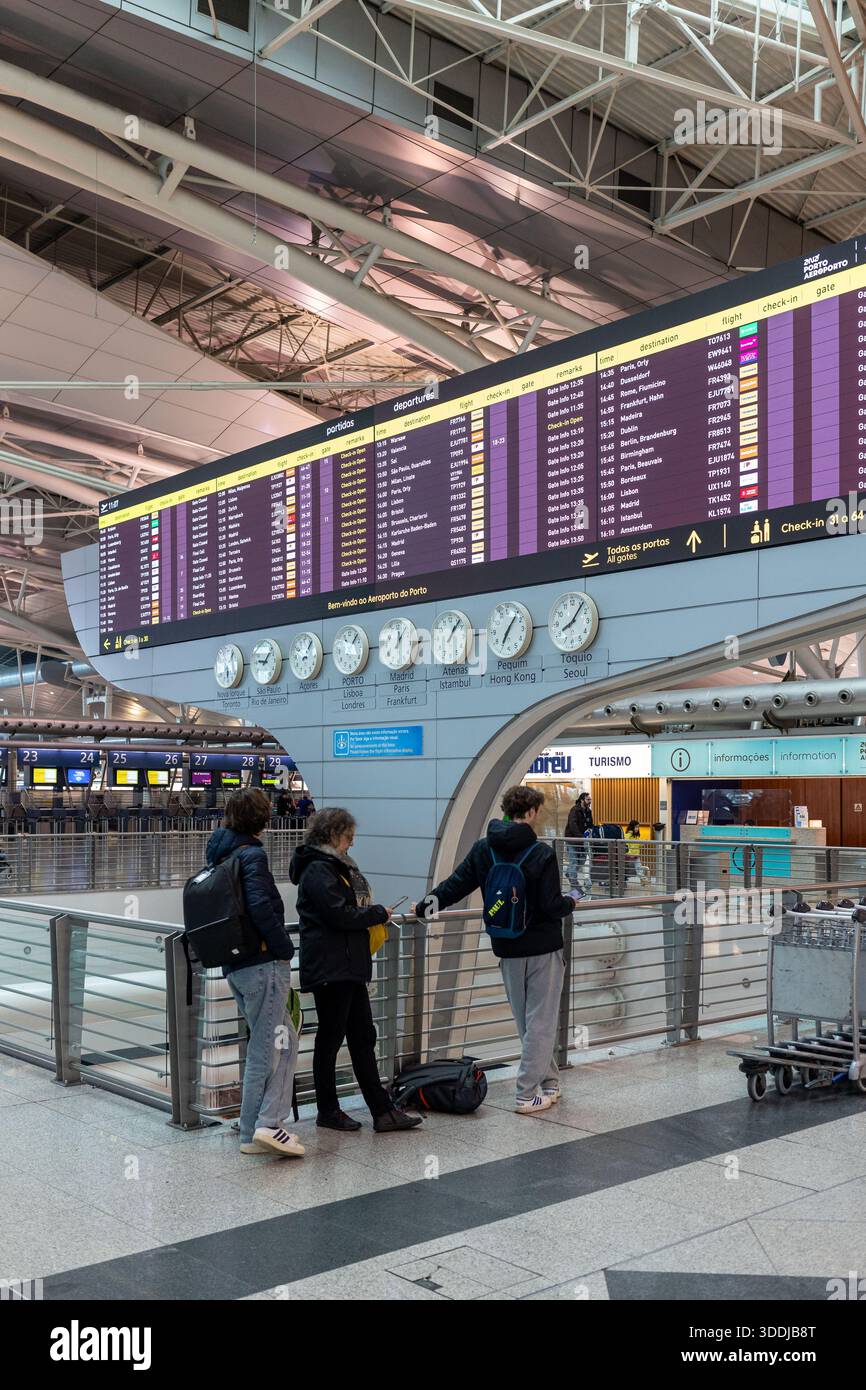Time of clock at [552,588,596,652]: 8:06
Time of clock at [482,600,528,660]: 7:06
